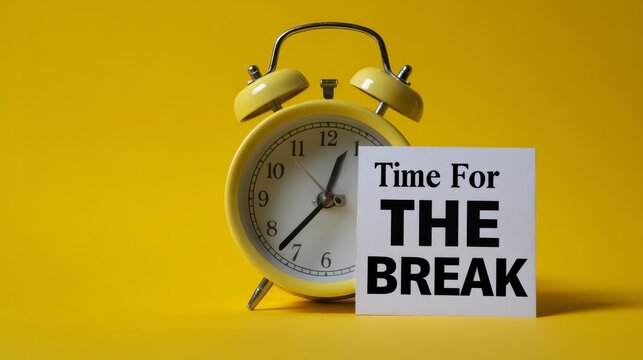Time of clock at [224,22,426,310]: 12:37
